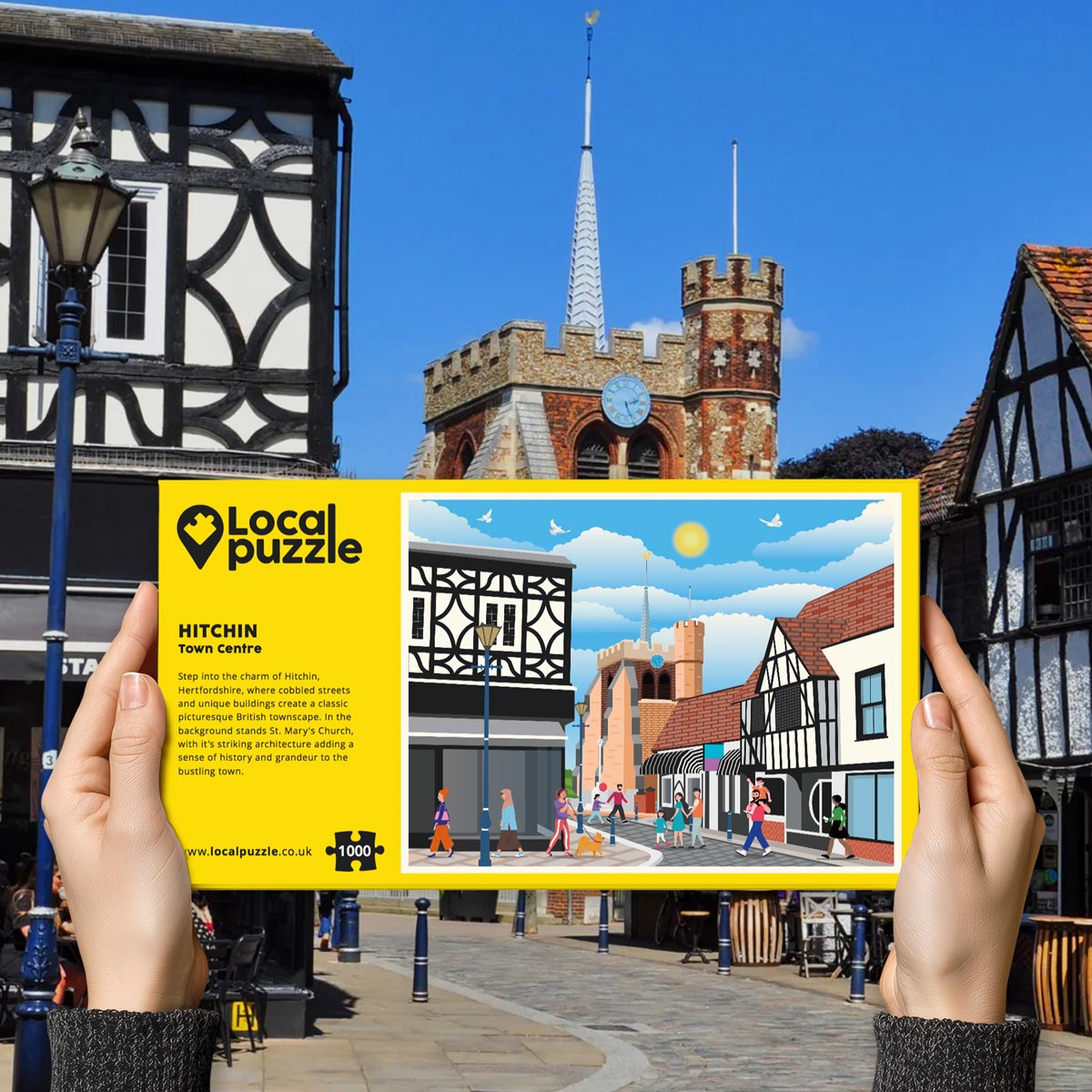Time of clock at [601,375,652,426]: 2:26
